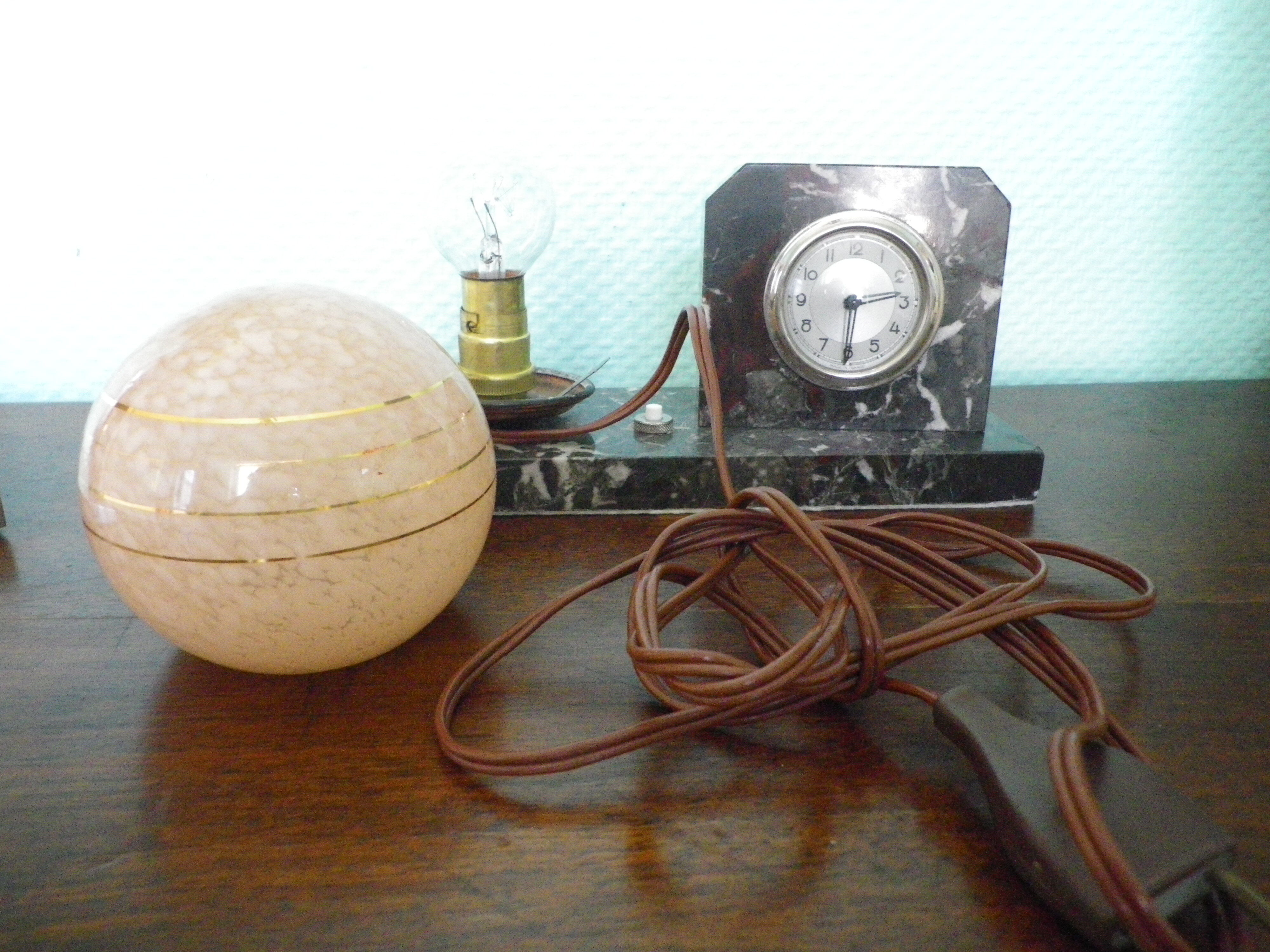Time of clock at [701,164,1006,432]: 6:13
